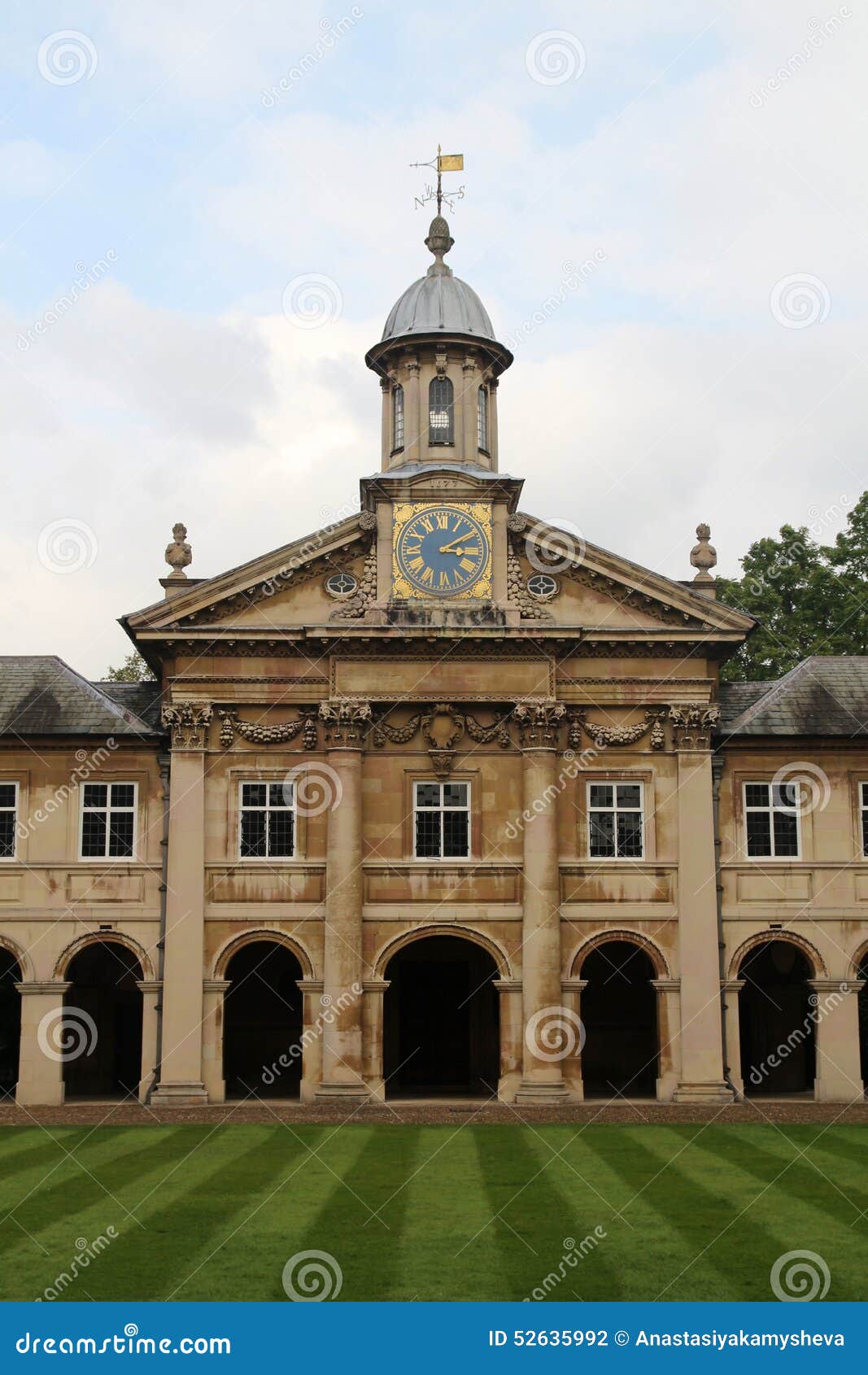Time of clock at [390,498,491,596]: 3:09
